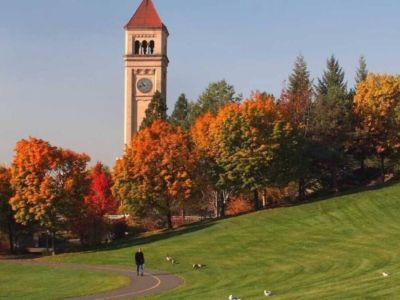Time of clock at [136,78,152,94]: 10:42
